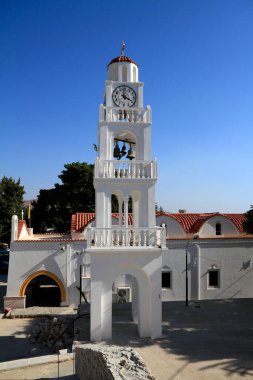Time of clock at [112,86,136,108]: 3:58
